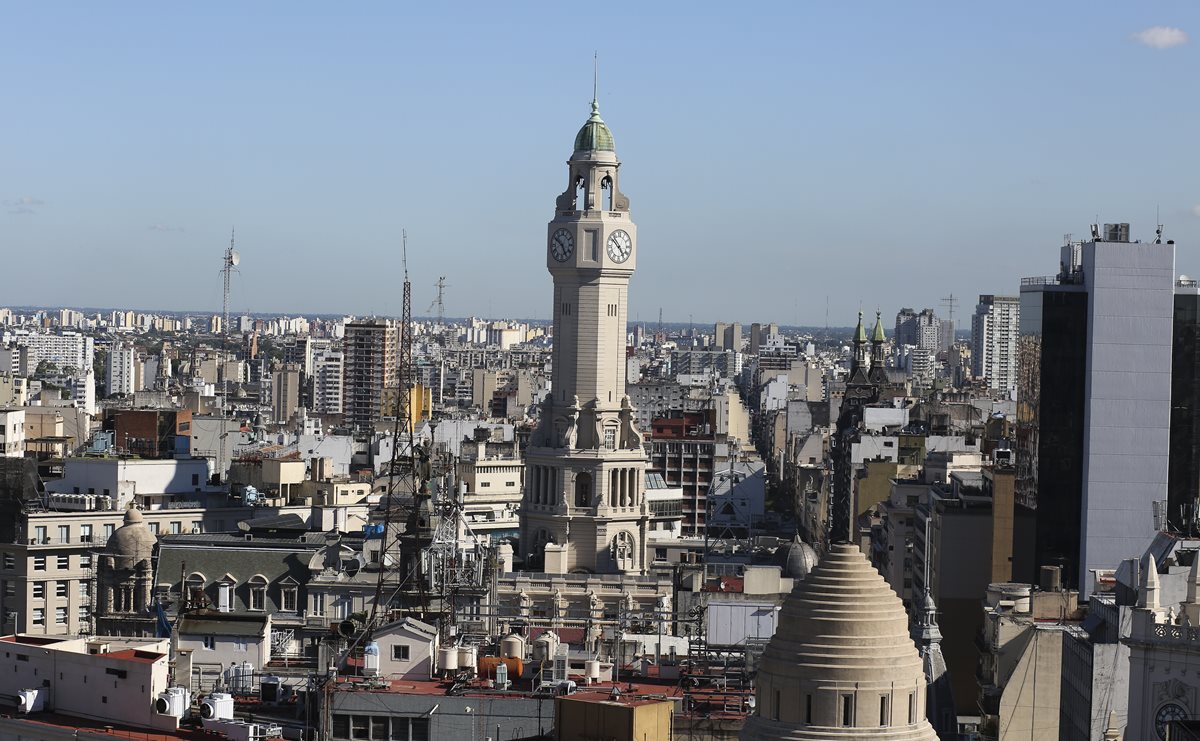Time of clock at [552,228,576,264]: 4:50
